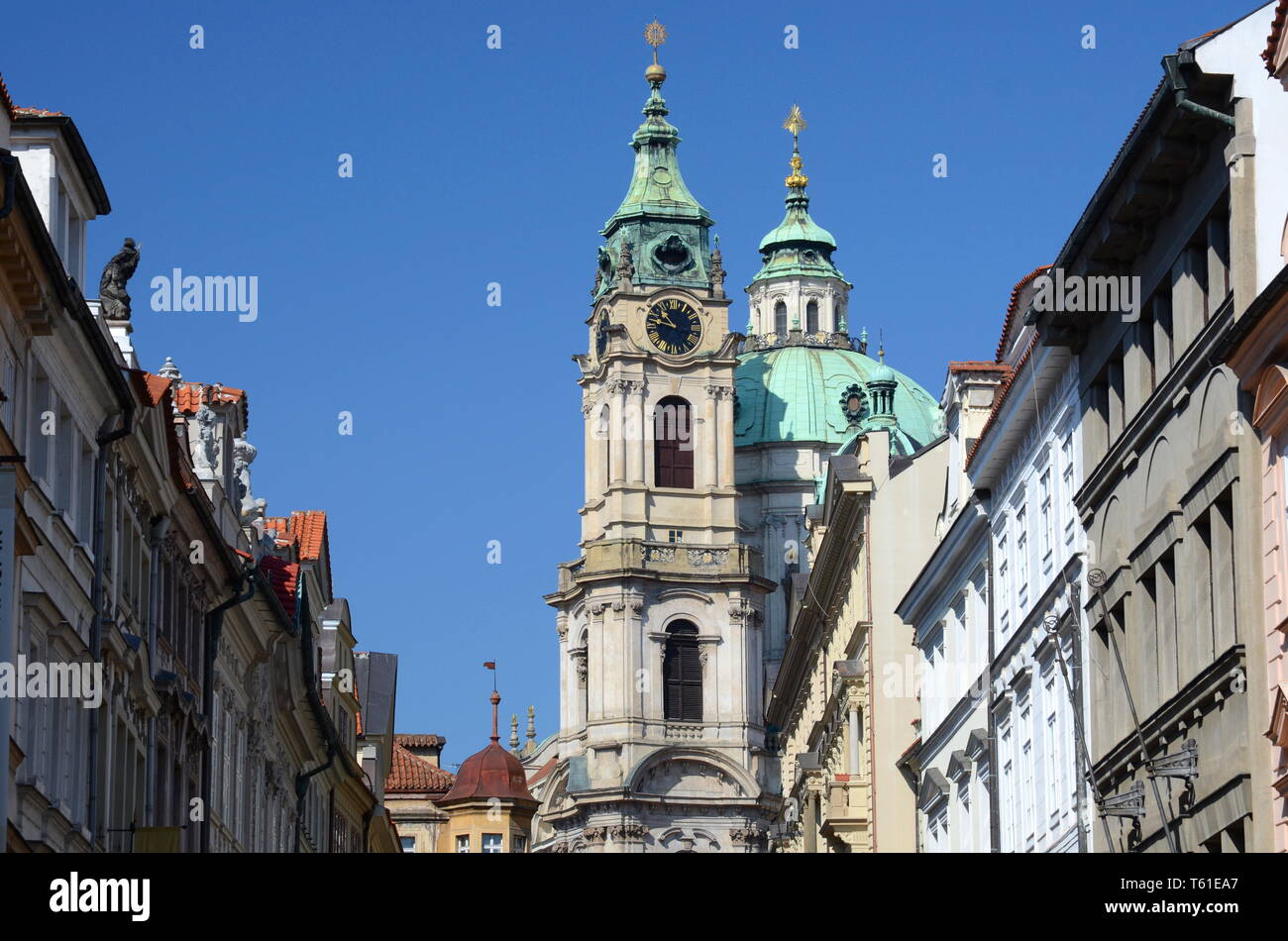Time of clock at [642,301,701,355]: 10:47
